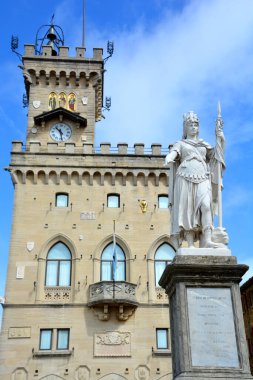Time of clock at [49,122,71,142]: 10:28
